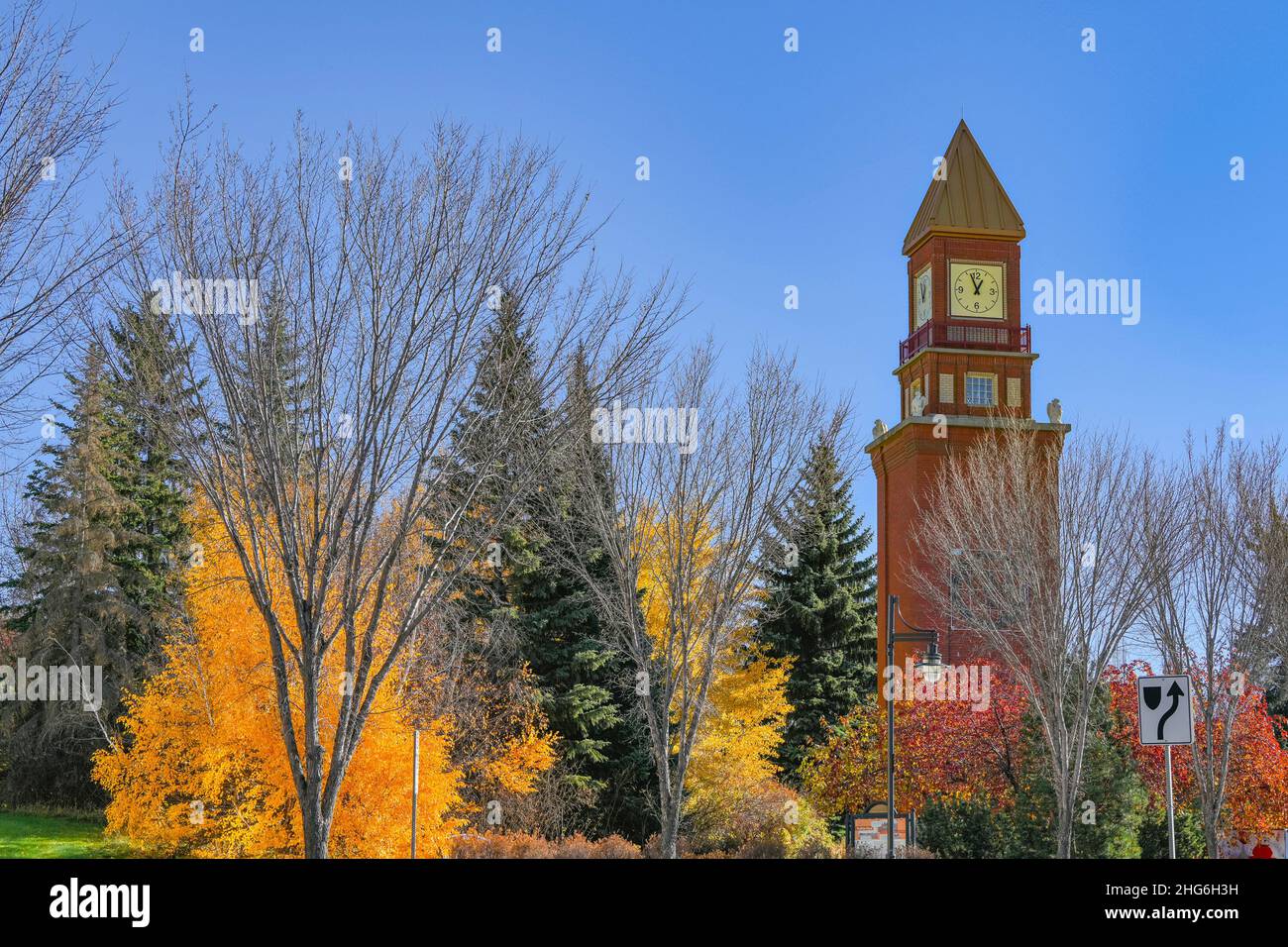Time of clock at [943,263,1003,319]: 12:56
